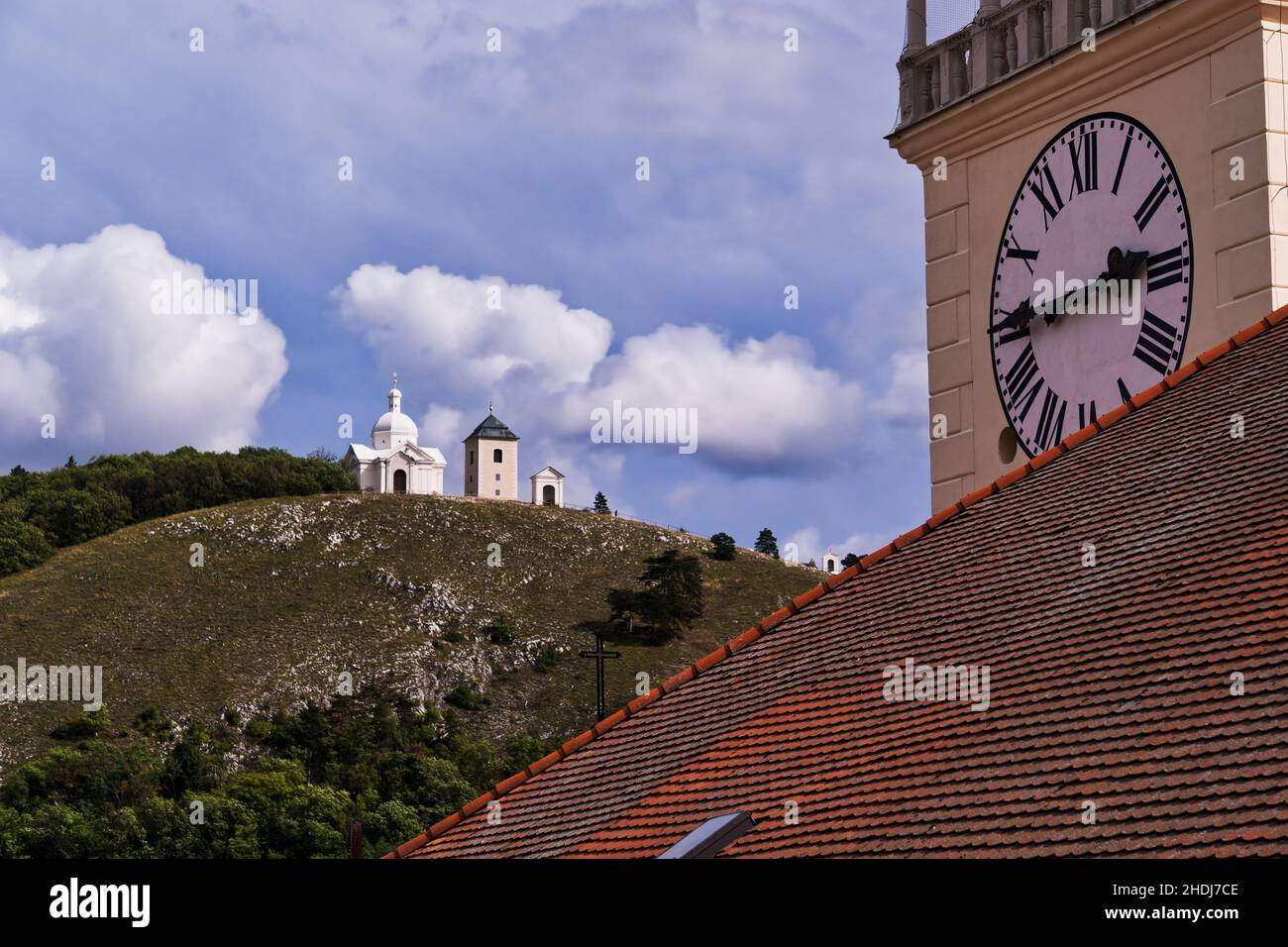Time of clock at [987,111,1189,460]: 2:44
